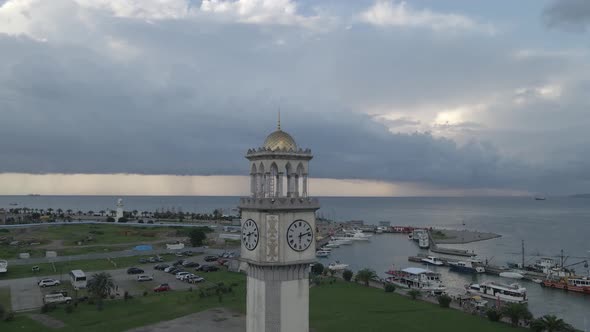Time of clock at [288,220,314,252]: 6:13
